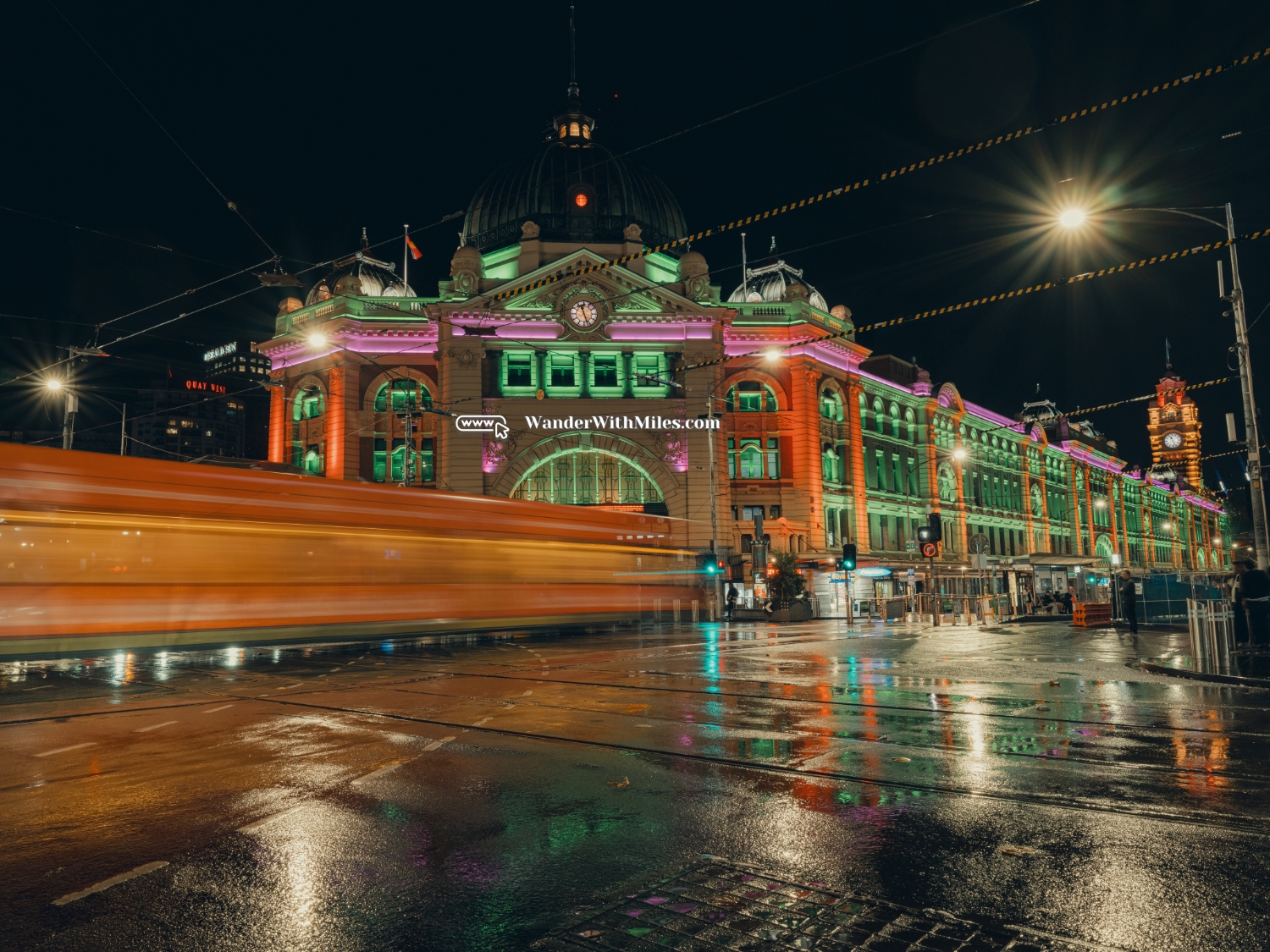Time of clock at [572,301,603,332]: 11:26
